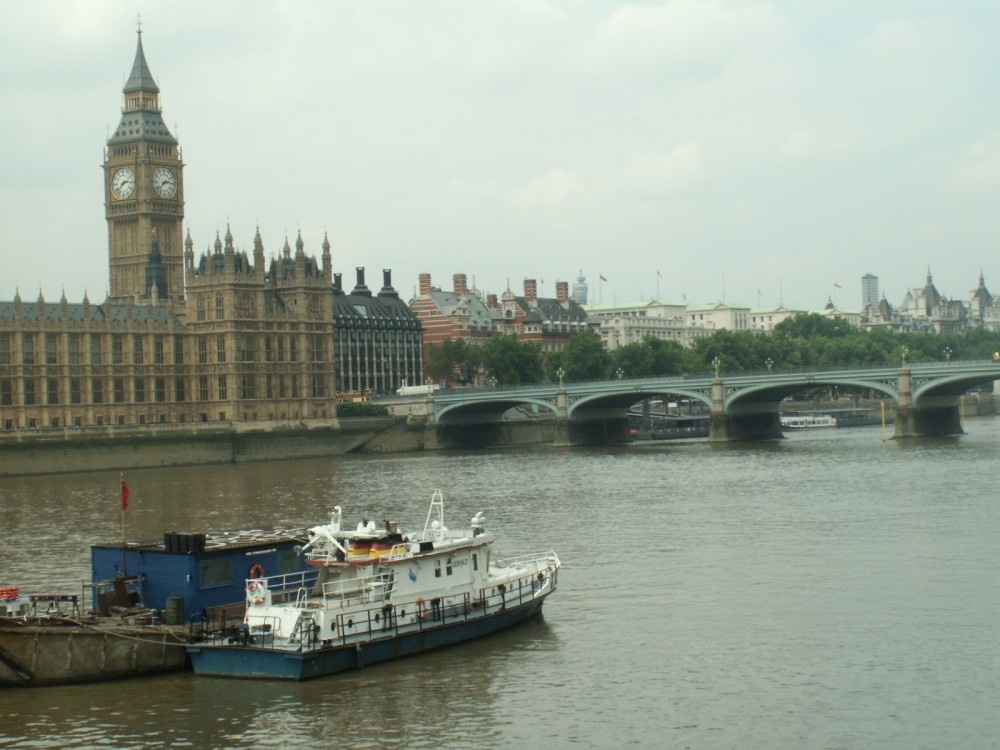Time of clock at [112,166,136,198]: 2:38
